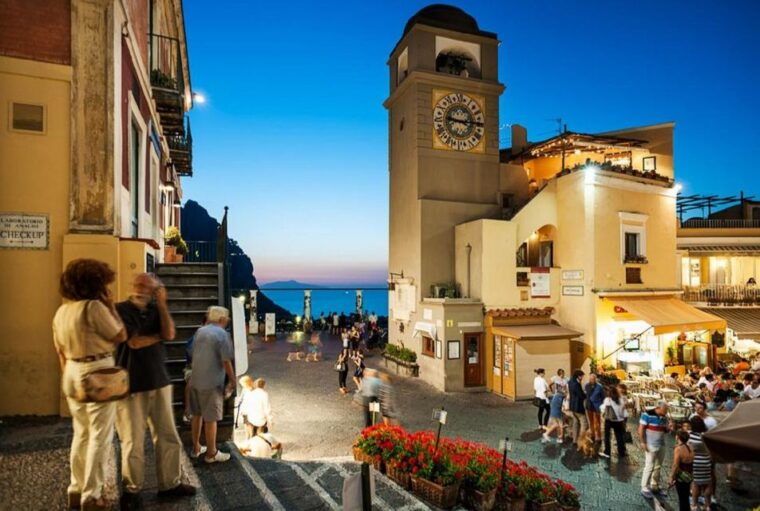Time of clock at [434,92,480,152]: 9:15
